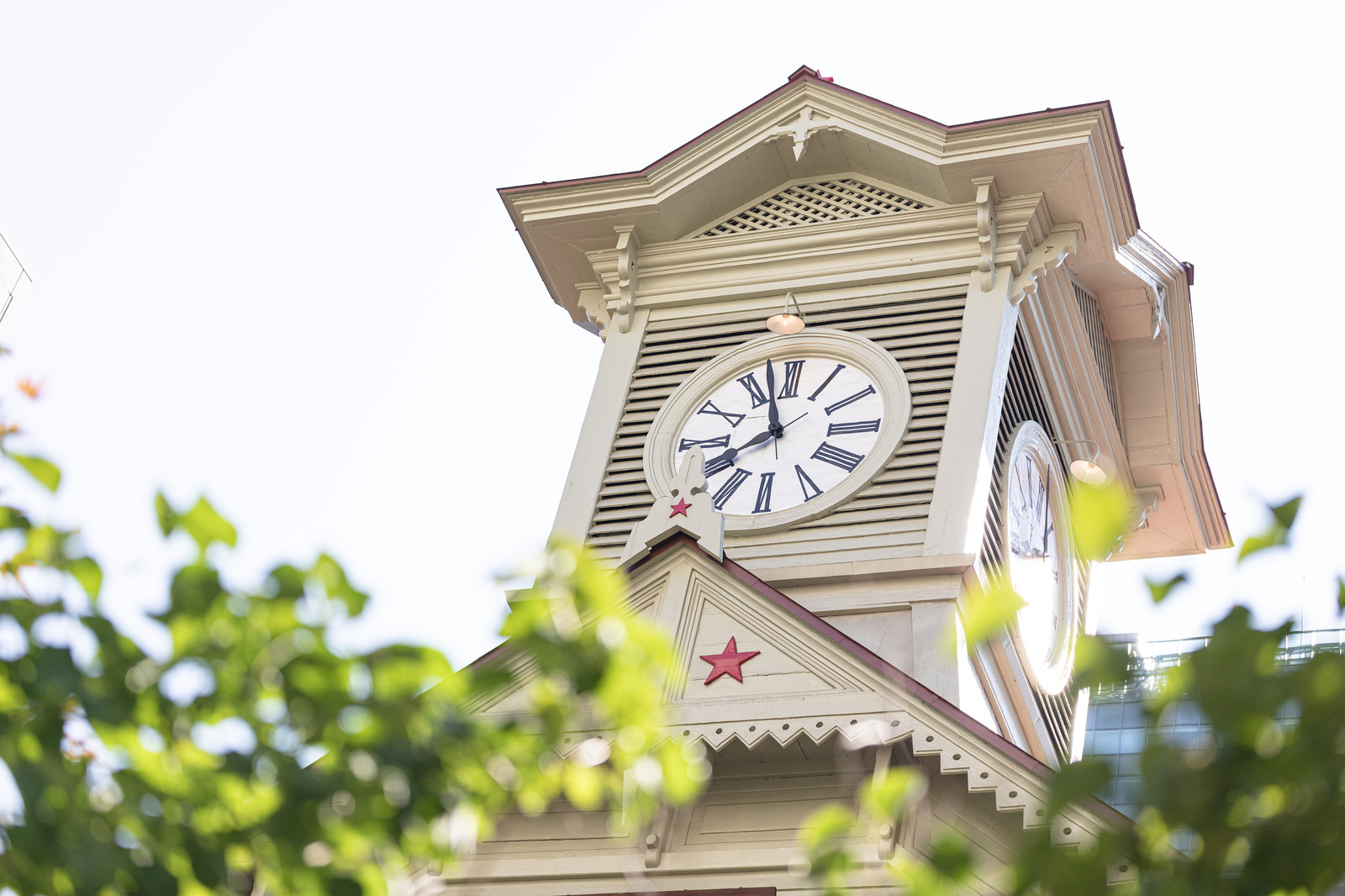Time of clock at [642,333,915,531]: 7:57
